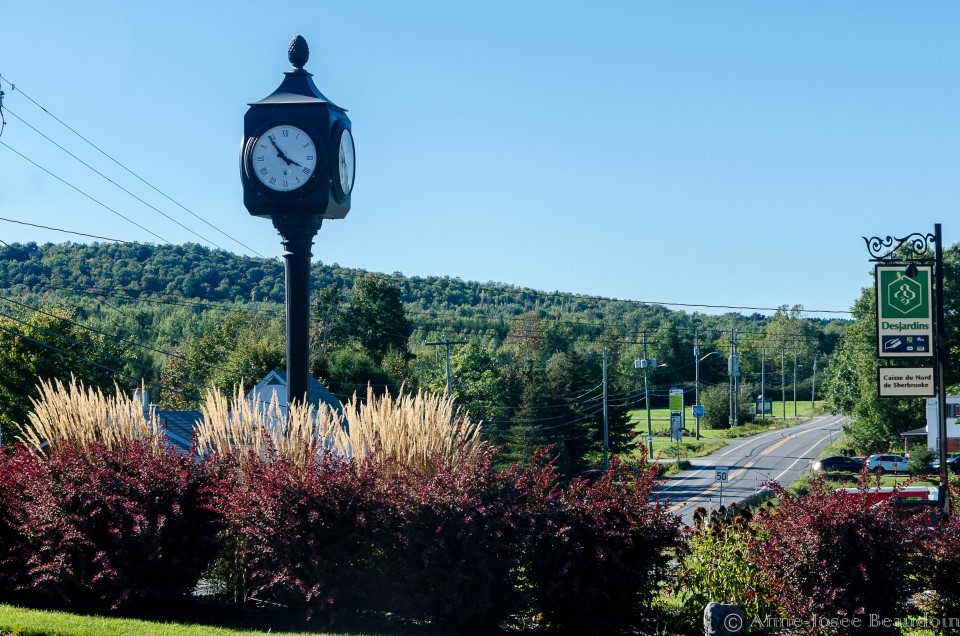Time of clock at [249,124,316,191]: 3:53
